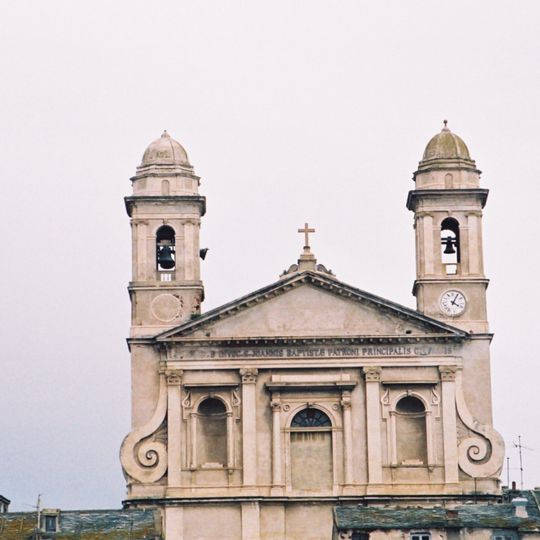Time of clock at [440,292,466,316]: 4:04
